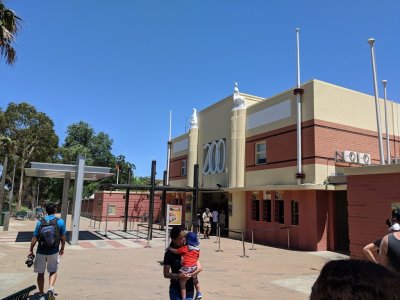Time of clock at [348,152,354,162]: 11:32
